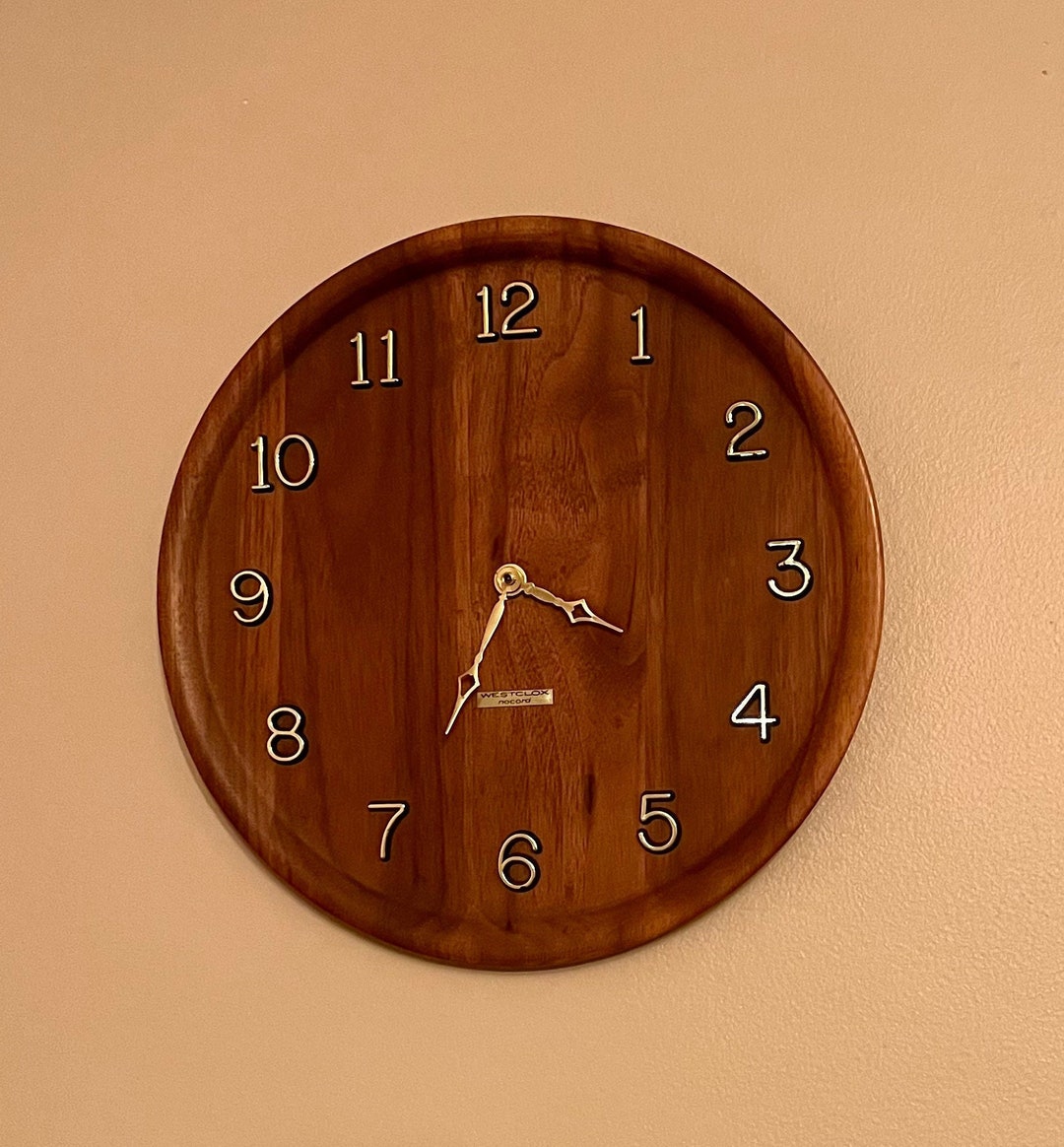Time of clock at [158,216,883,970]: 3:34
